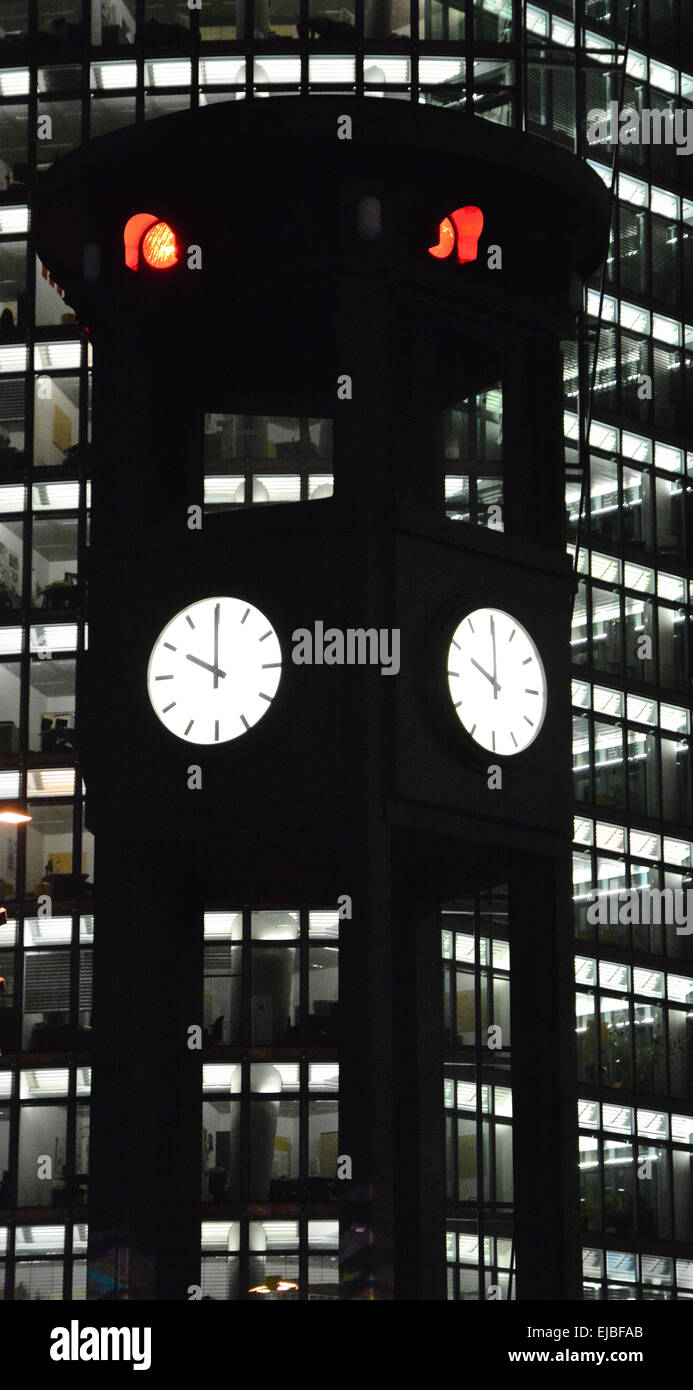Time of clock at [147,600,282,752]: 9:59
